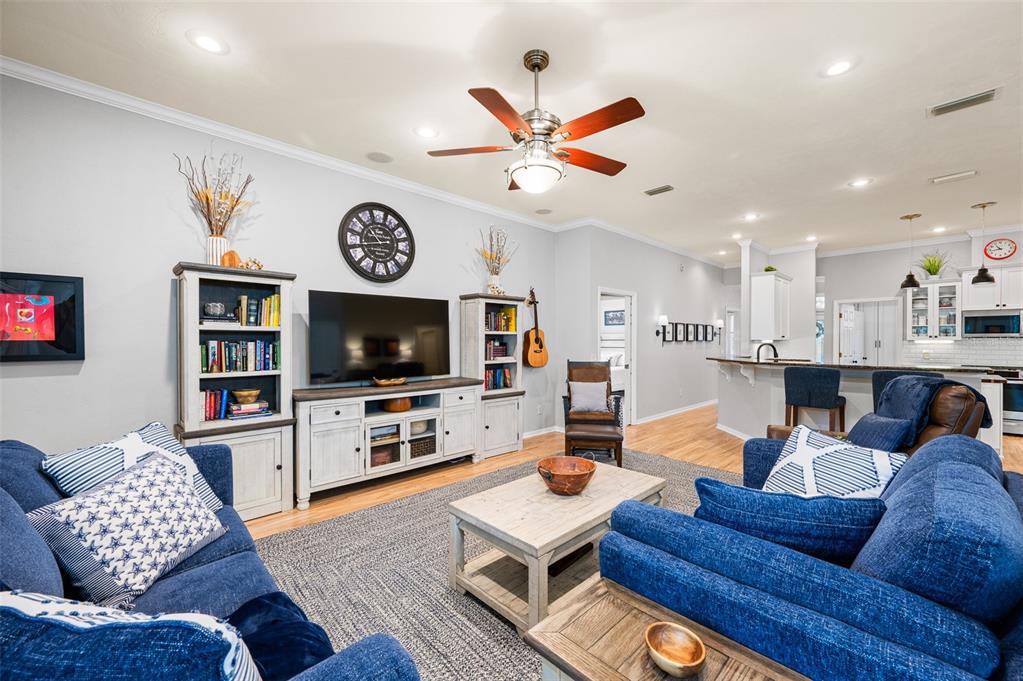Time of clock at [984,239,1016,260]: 10:43
